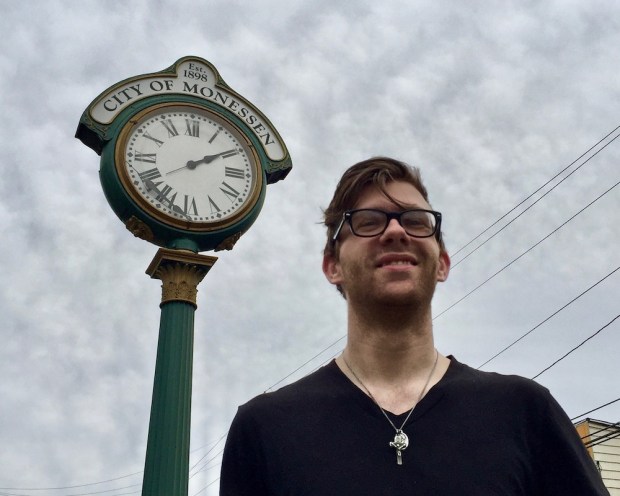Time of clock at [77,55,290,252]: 2:09
